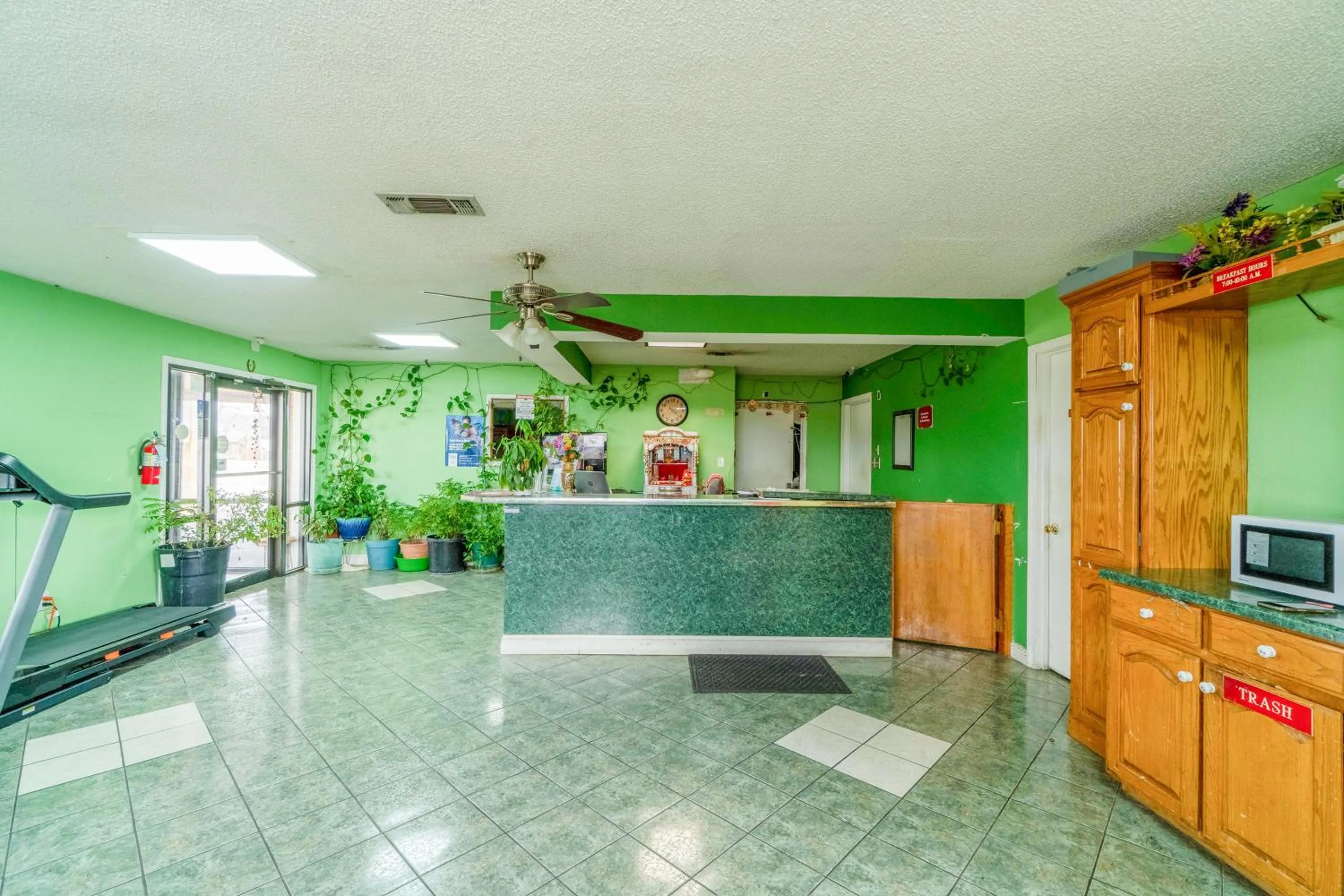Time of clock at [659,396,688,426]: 4:13
